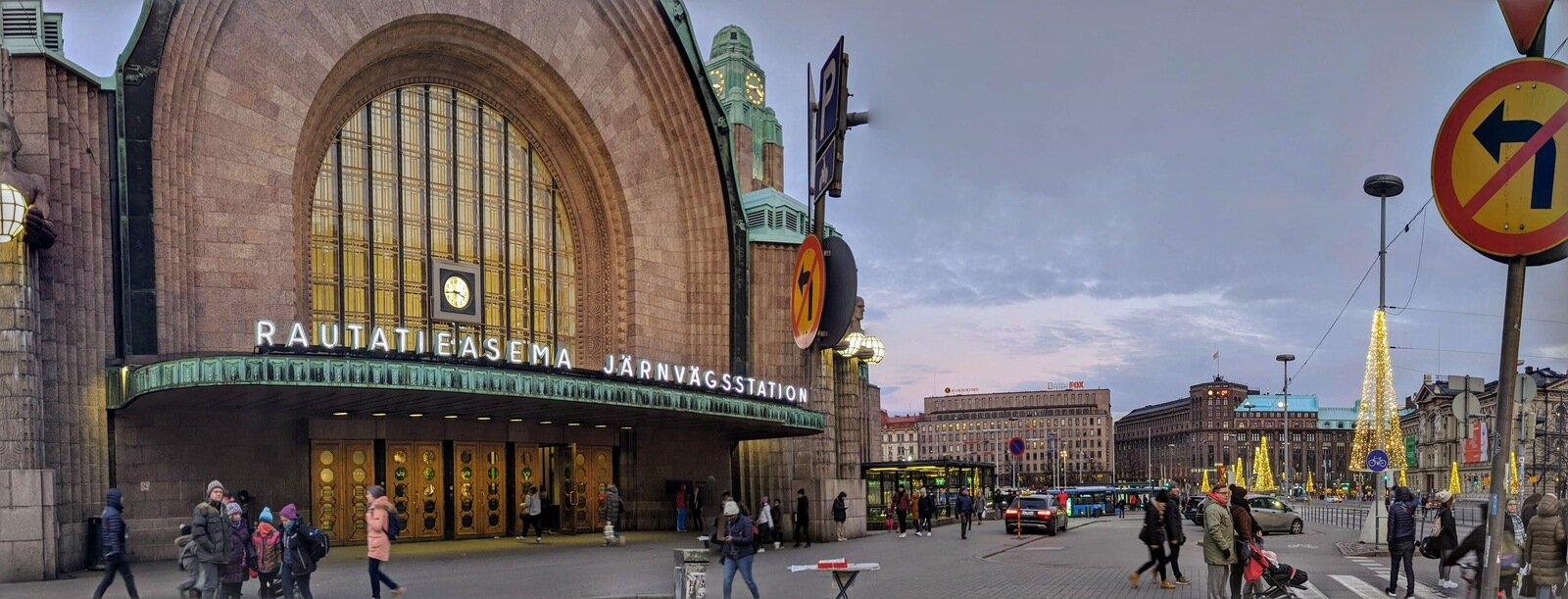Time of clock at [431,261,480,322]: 3:44
